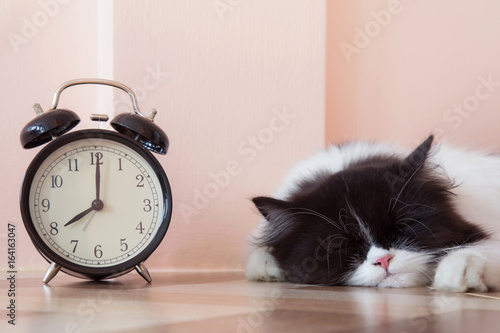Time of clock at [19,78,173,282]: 8:00
